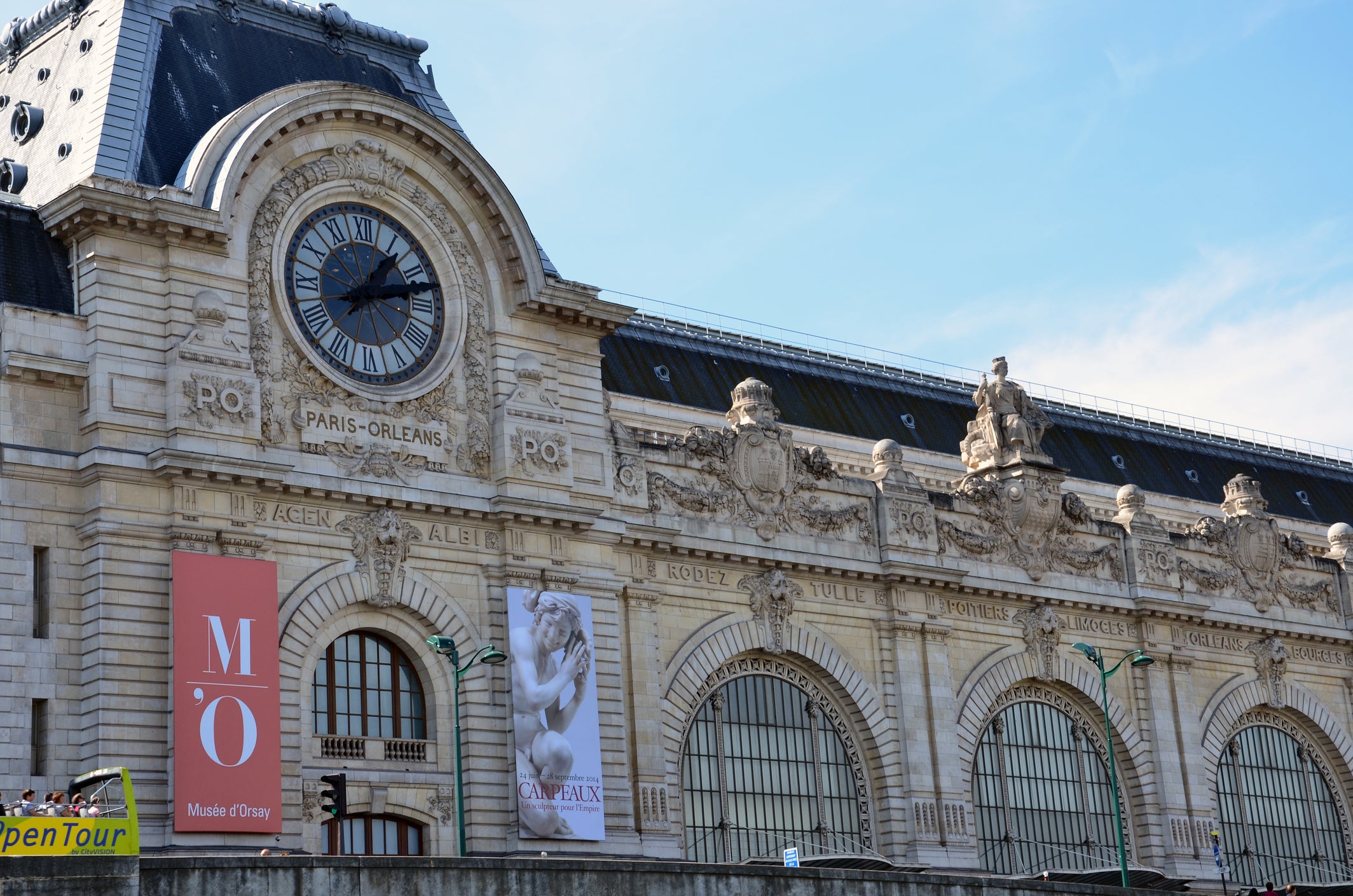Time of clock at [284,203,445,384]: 1:12
